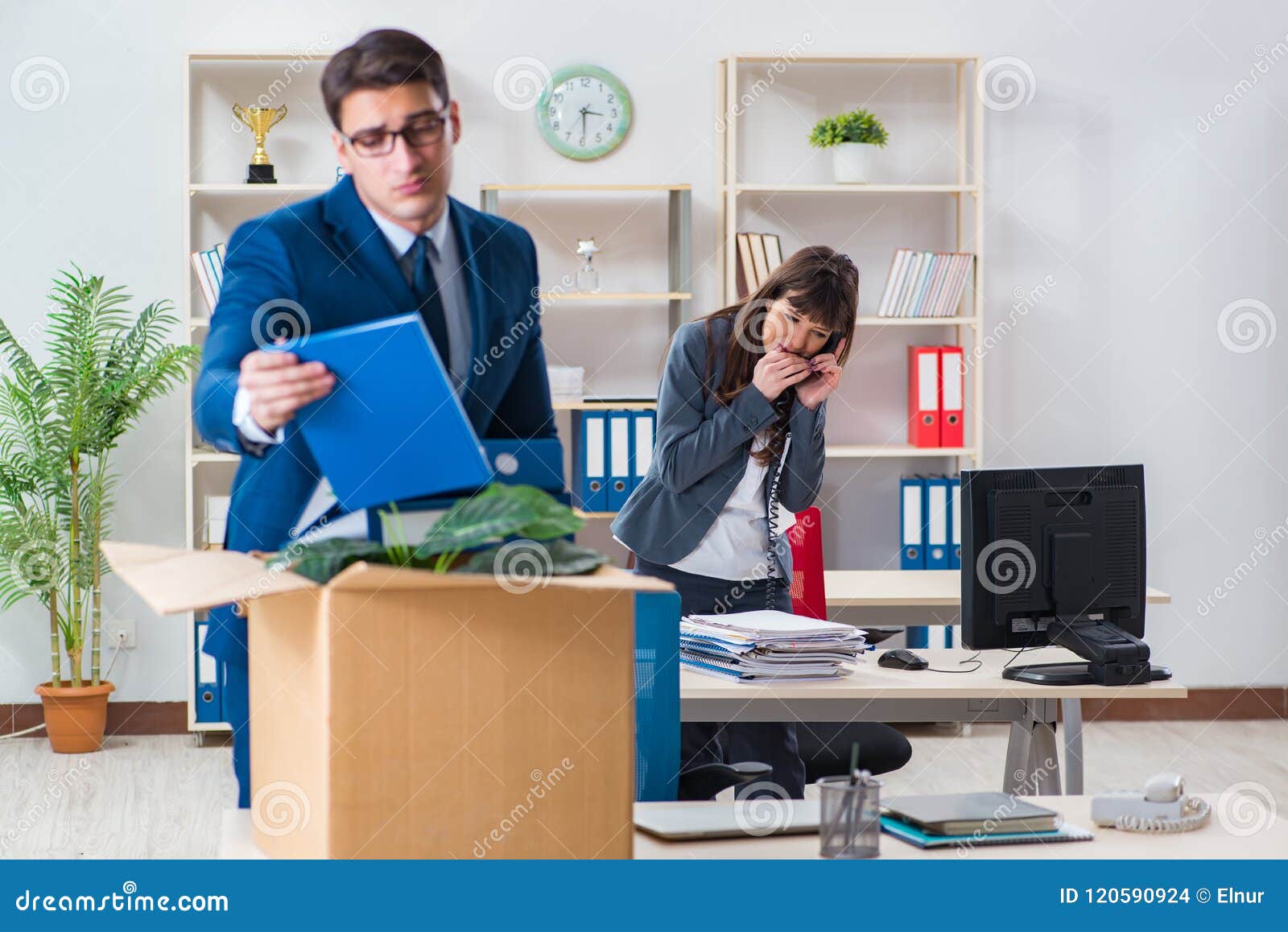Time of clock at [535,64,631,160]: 3:29
